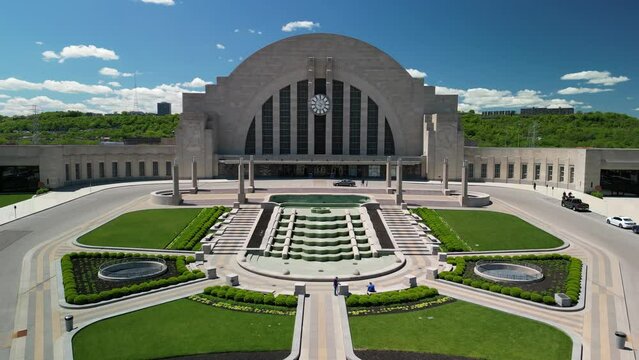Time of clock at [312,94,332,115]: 6:13
